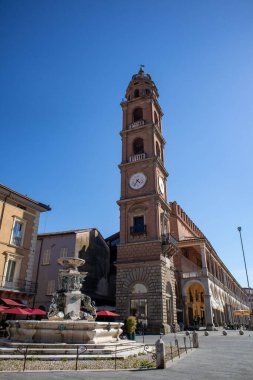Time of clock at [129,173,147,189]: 4:35
